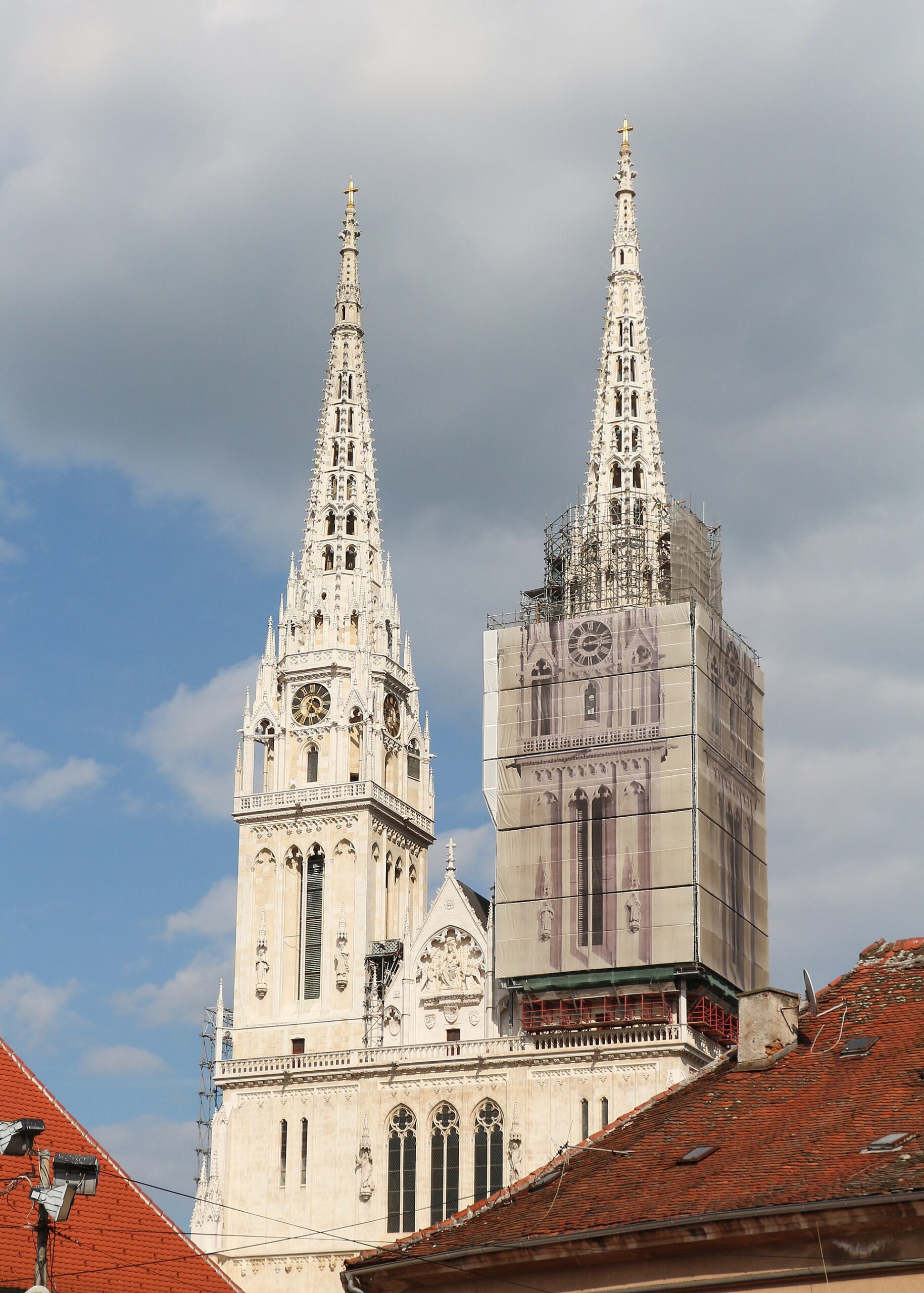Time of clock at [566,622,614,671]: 3:12
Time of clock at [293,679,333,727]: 4:33
